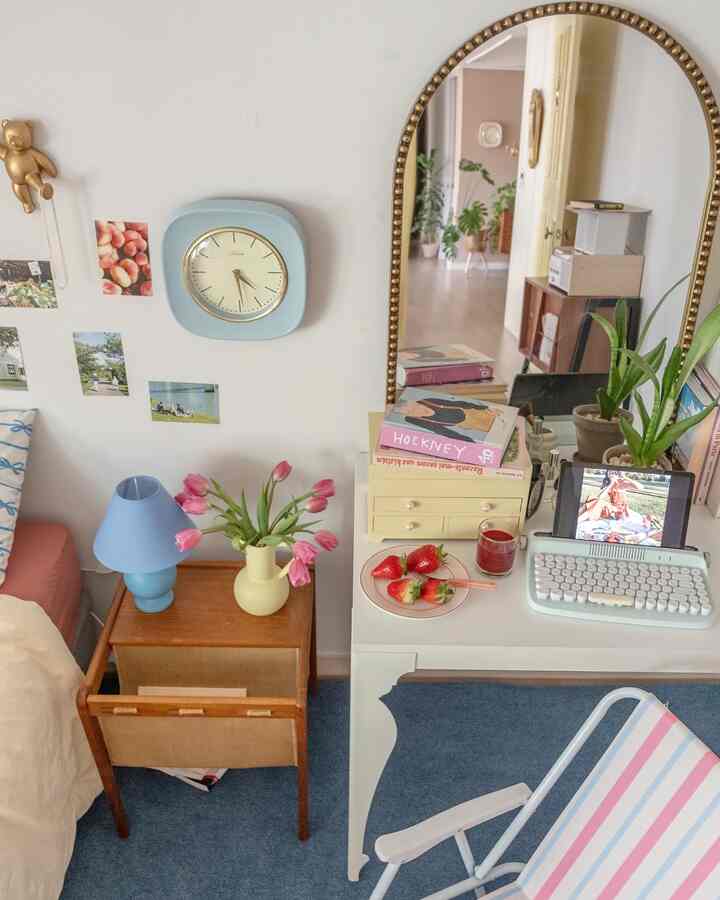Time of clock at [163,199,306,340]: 4:29
